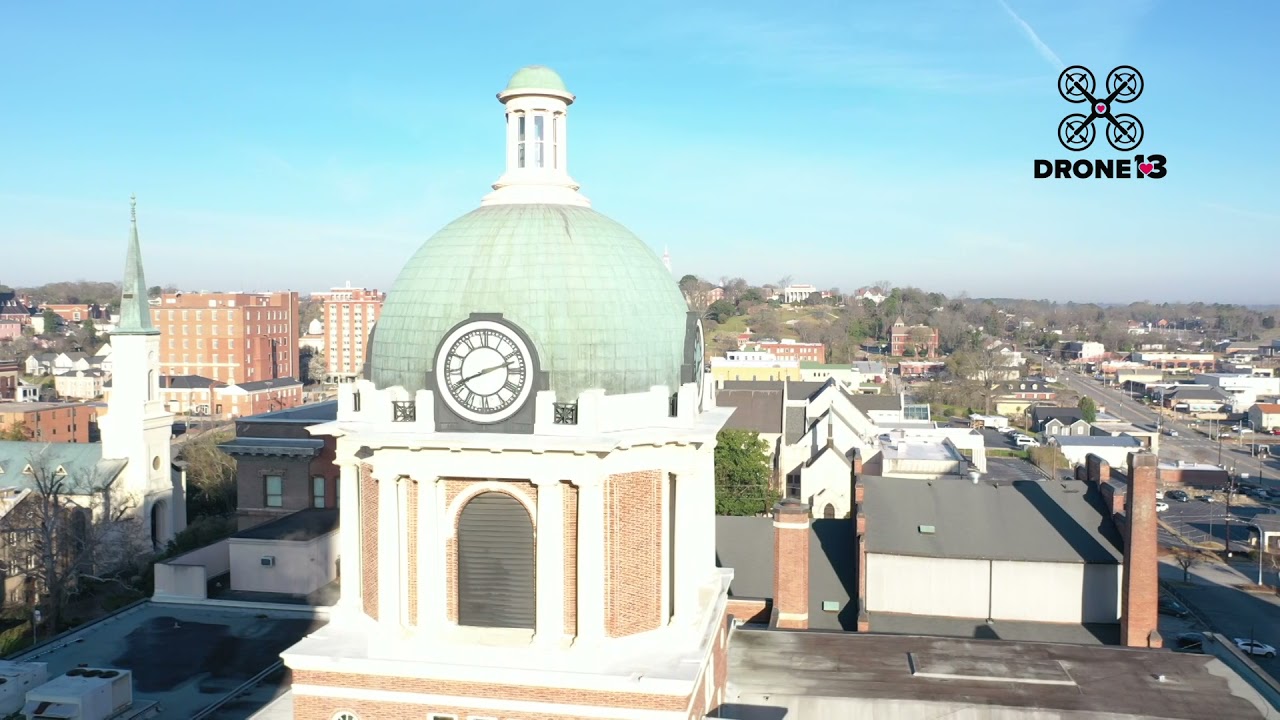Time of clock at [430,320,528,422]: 8:12
